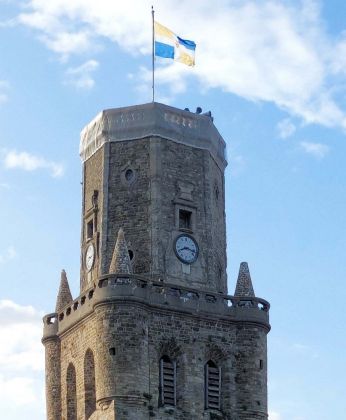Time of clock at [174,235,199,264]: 8:17
